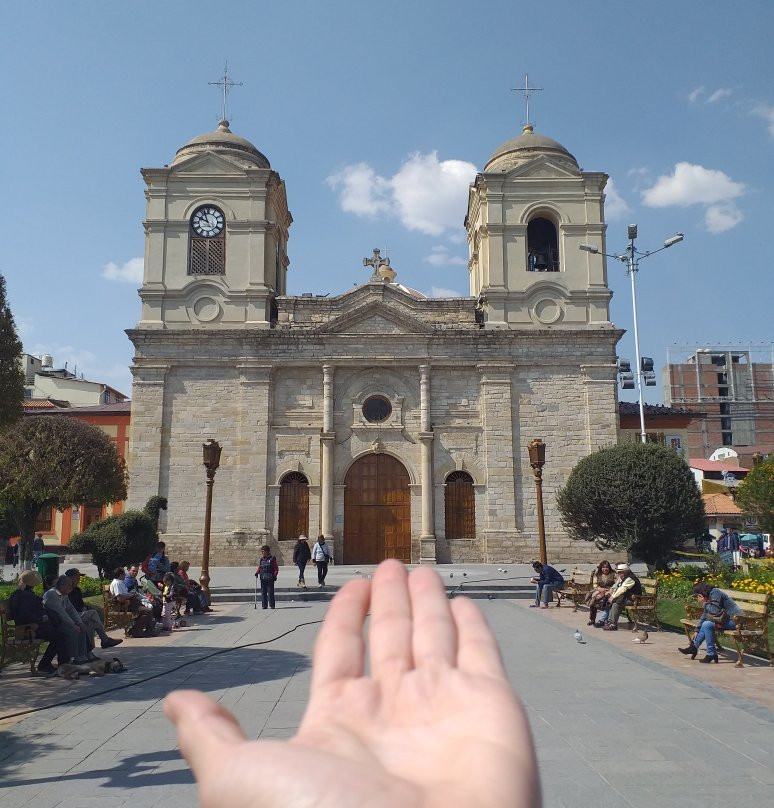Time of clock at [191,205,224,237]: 9:56
